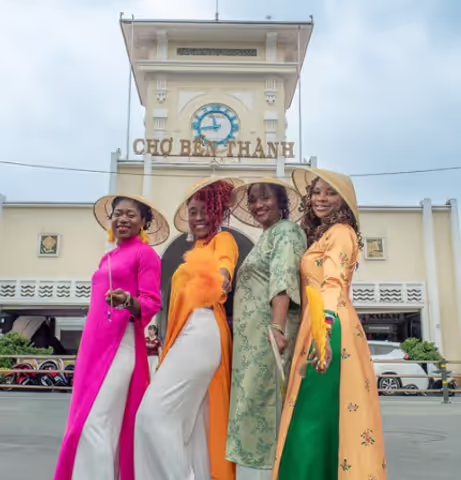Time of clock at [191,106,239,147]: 8:57
